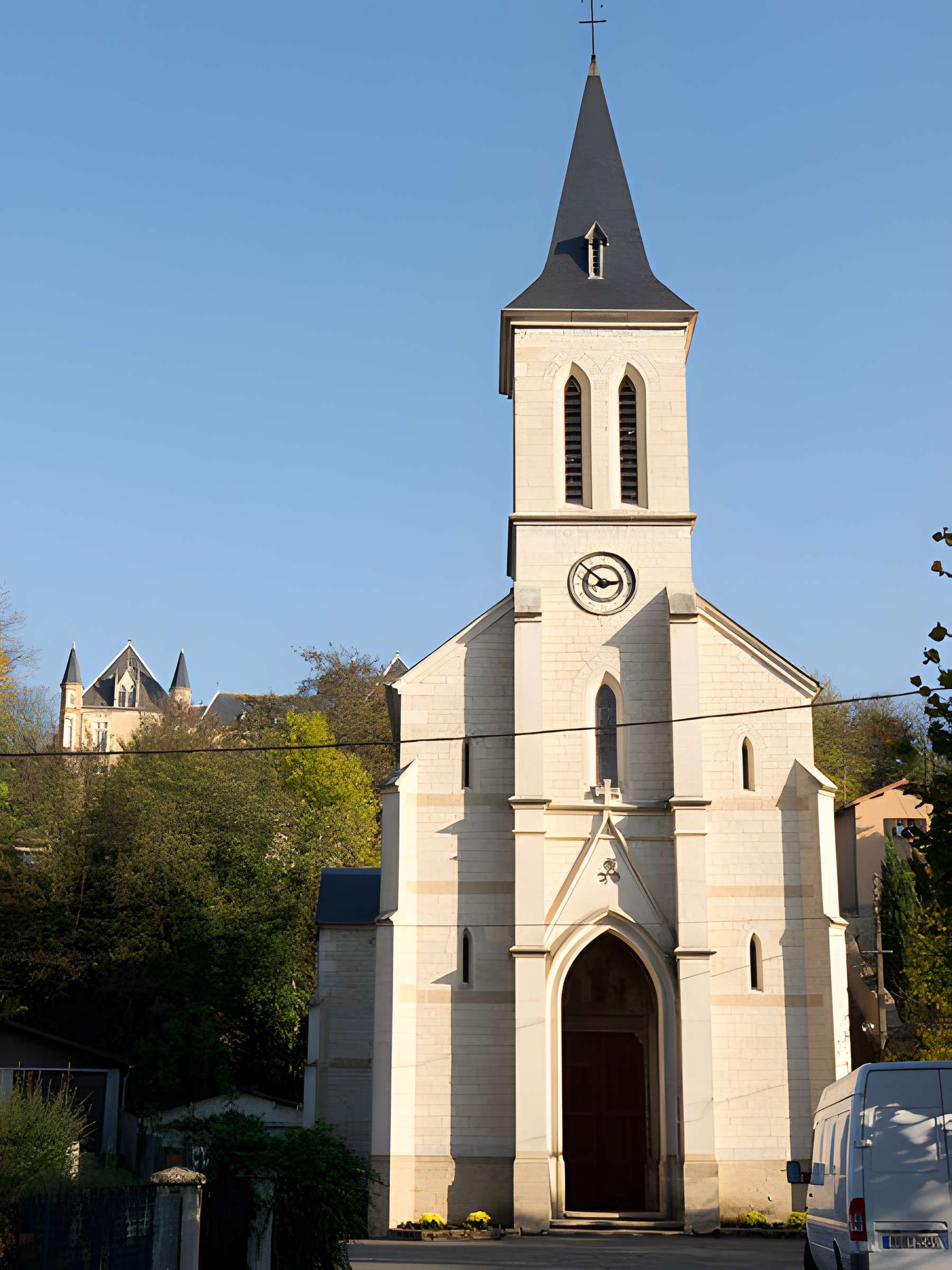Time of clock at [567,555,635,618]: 2:51
